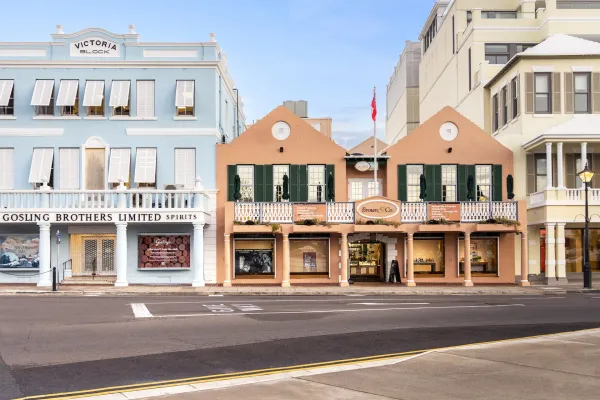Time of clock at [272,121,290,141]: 4:12
